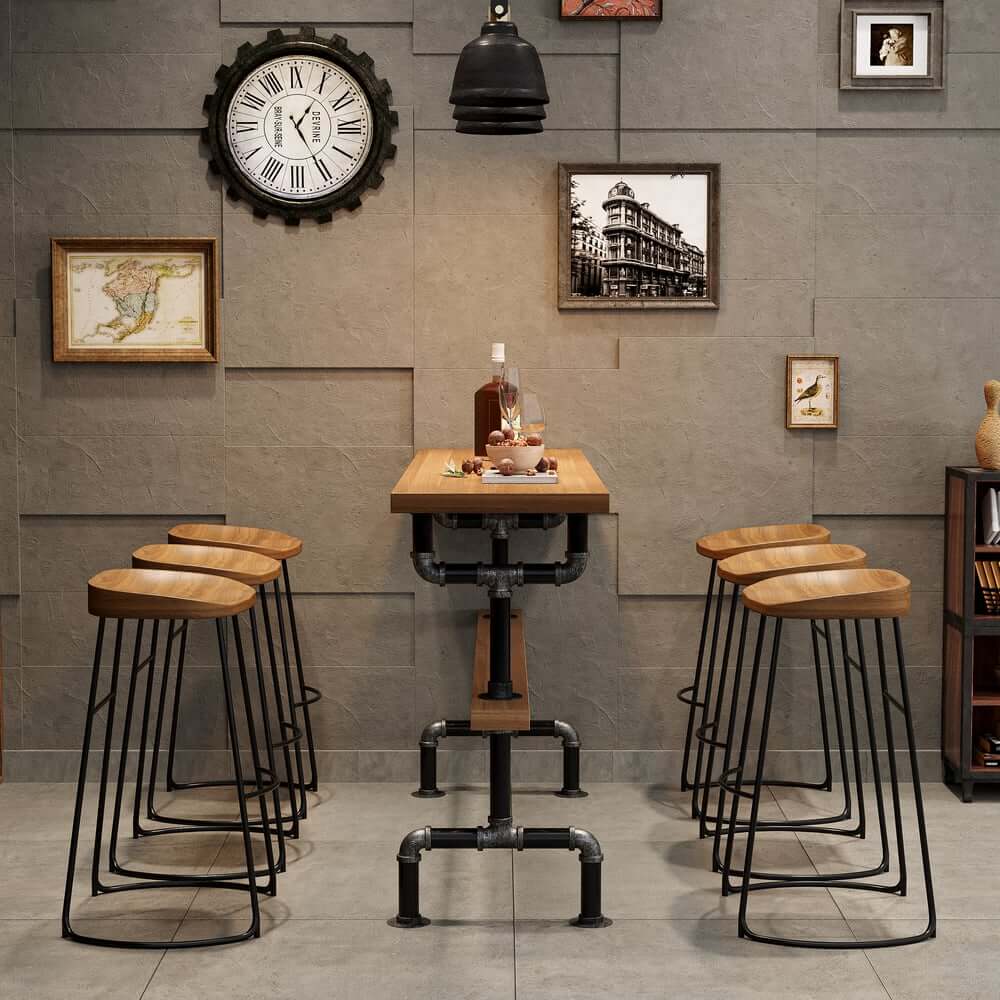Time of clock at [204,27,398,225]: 1:25
